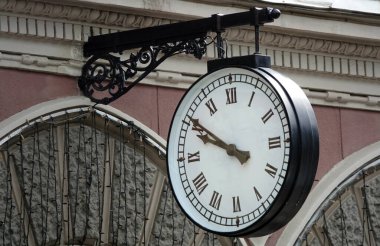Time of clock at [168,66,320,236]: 9:50
